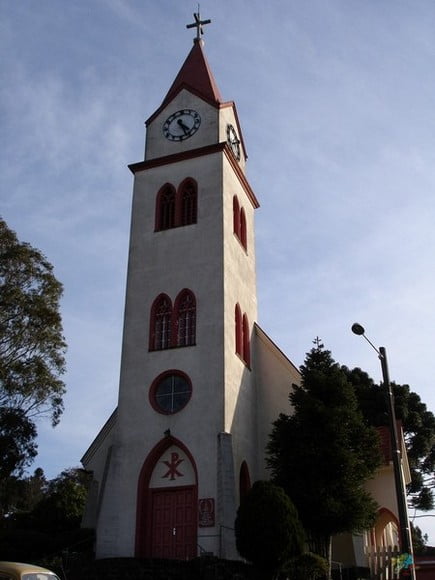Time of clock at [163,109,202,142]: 4:26
